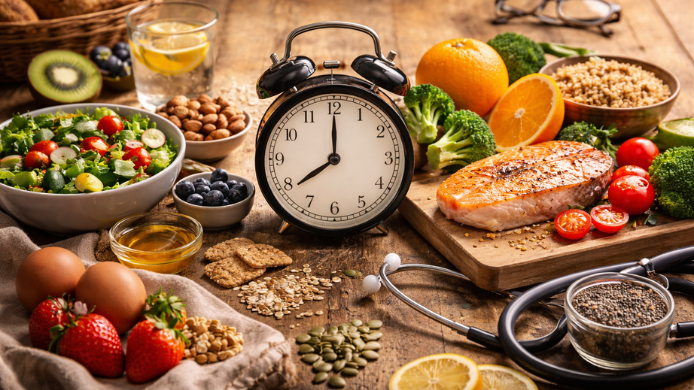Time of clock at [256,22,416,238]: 8:00
